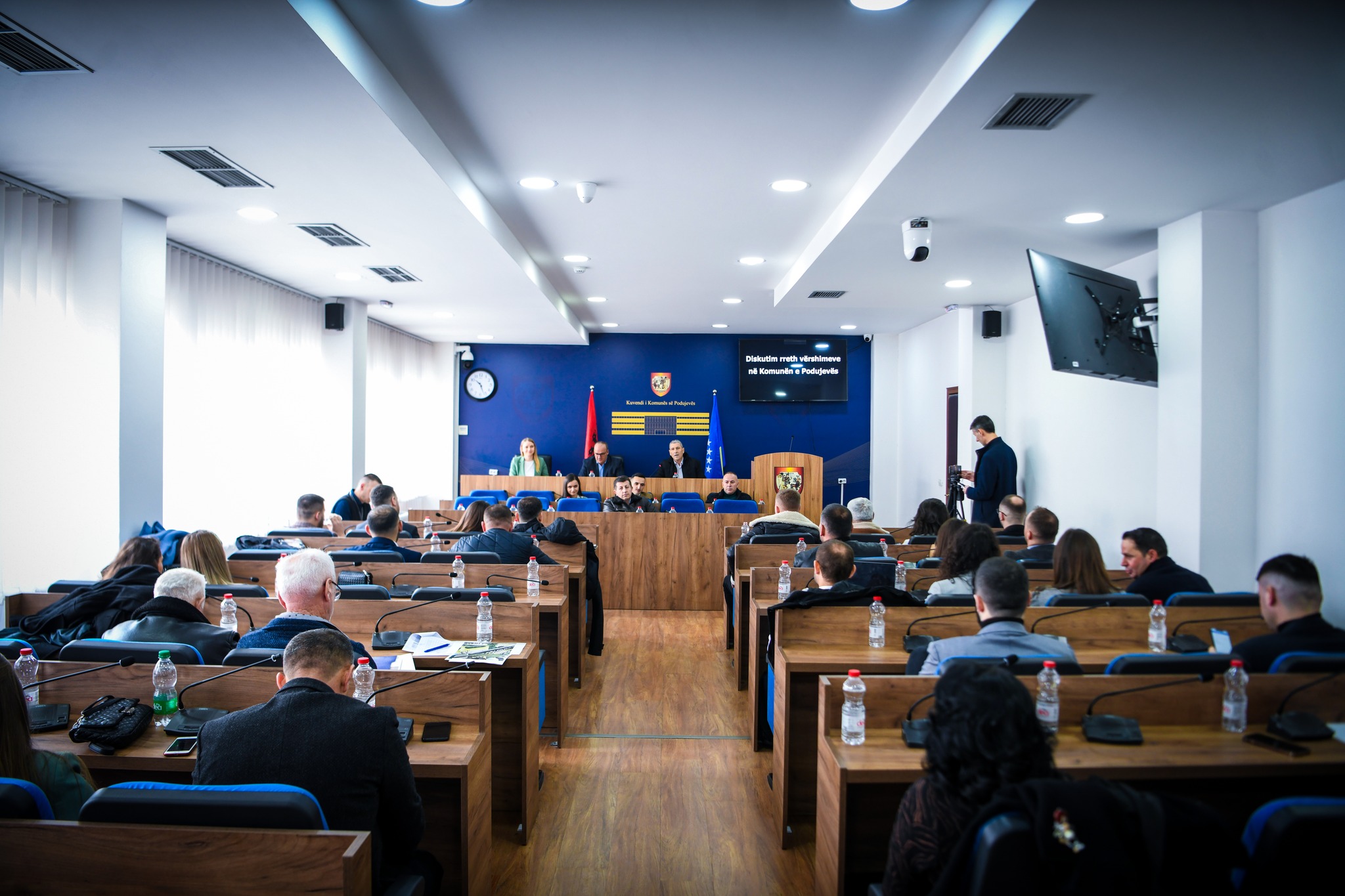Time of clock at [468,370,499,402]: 10:26
